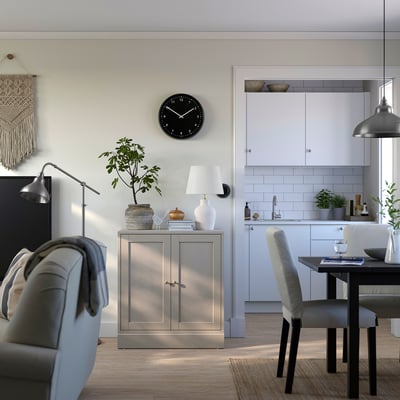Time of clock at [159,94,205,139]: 1:50
